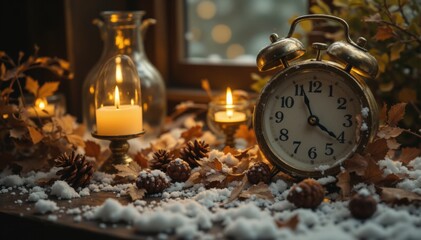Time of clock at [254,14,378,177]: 11:21
